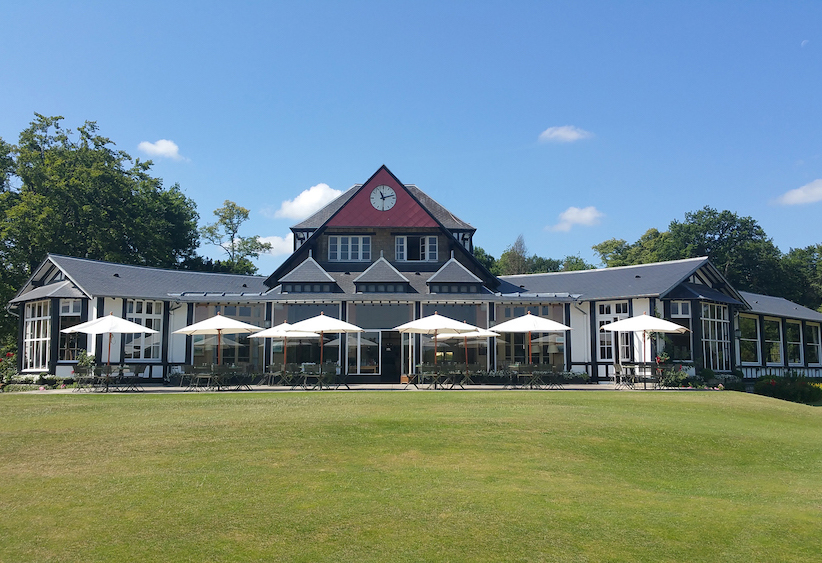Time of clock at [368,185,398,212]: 11:12
